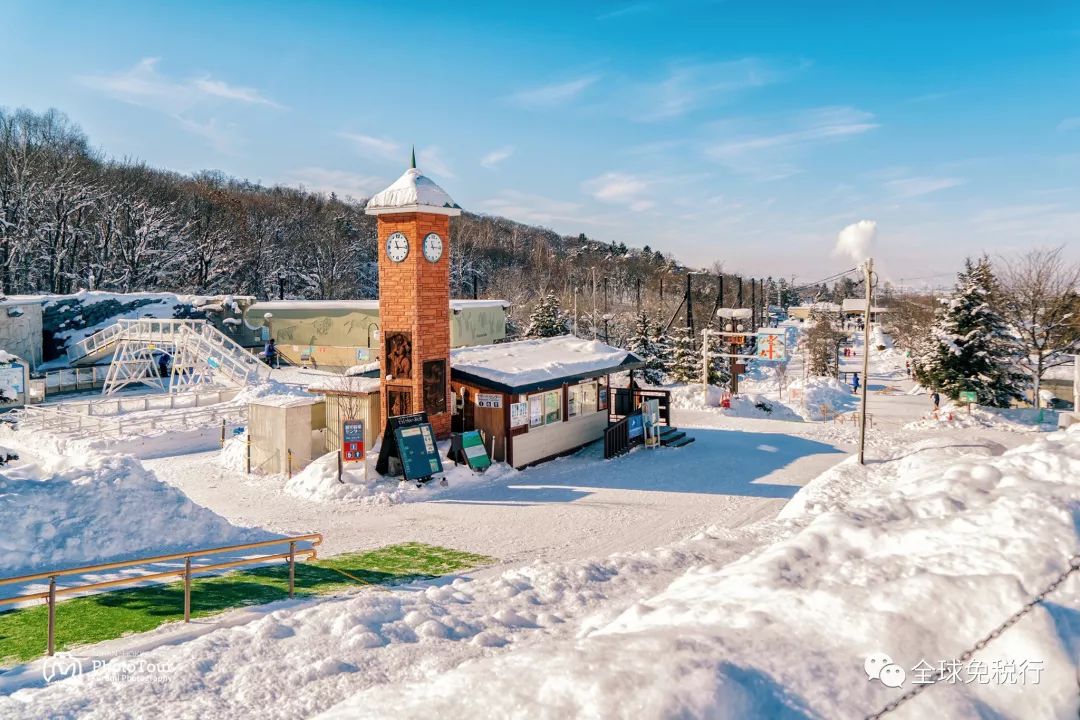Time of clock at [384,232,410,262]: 11:15
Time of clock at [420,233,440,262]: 11:15
